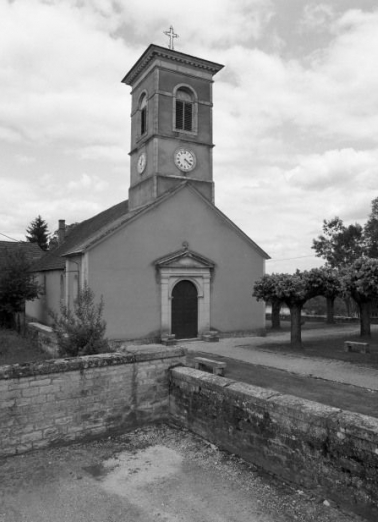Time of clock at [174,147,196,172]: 4:21
